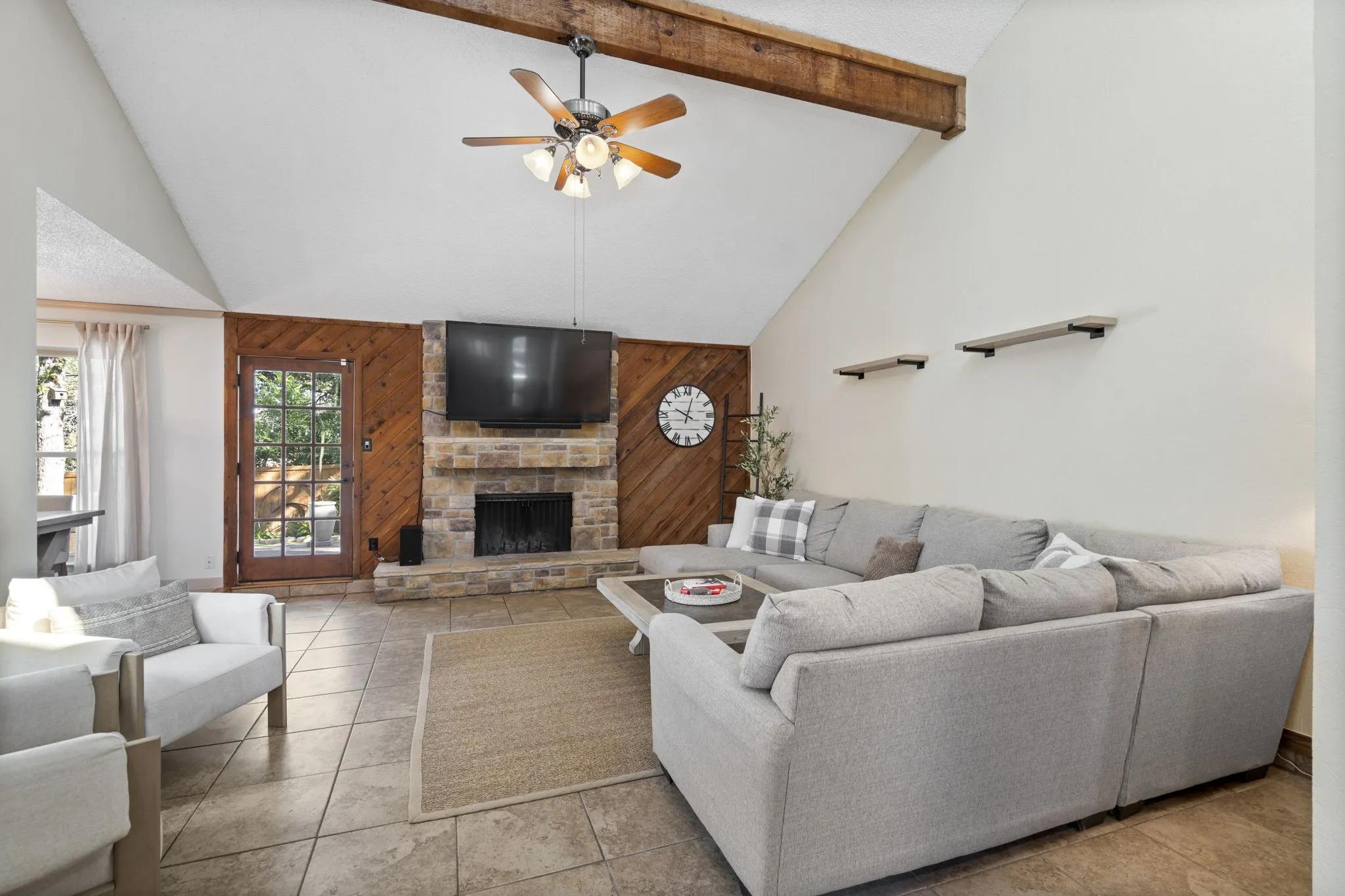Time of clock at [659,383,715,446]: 10:02
